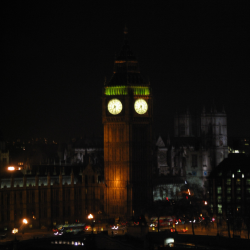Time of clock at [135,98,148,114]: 7:27
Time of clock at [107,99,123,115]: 7:28
